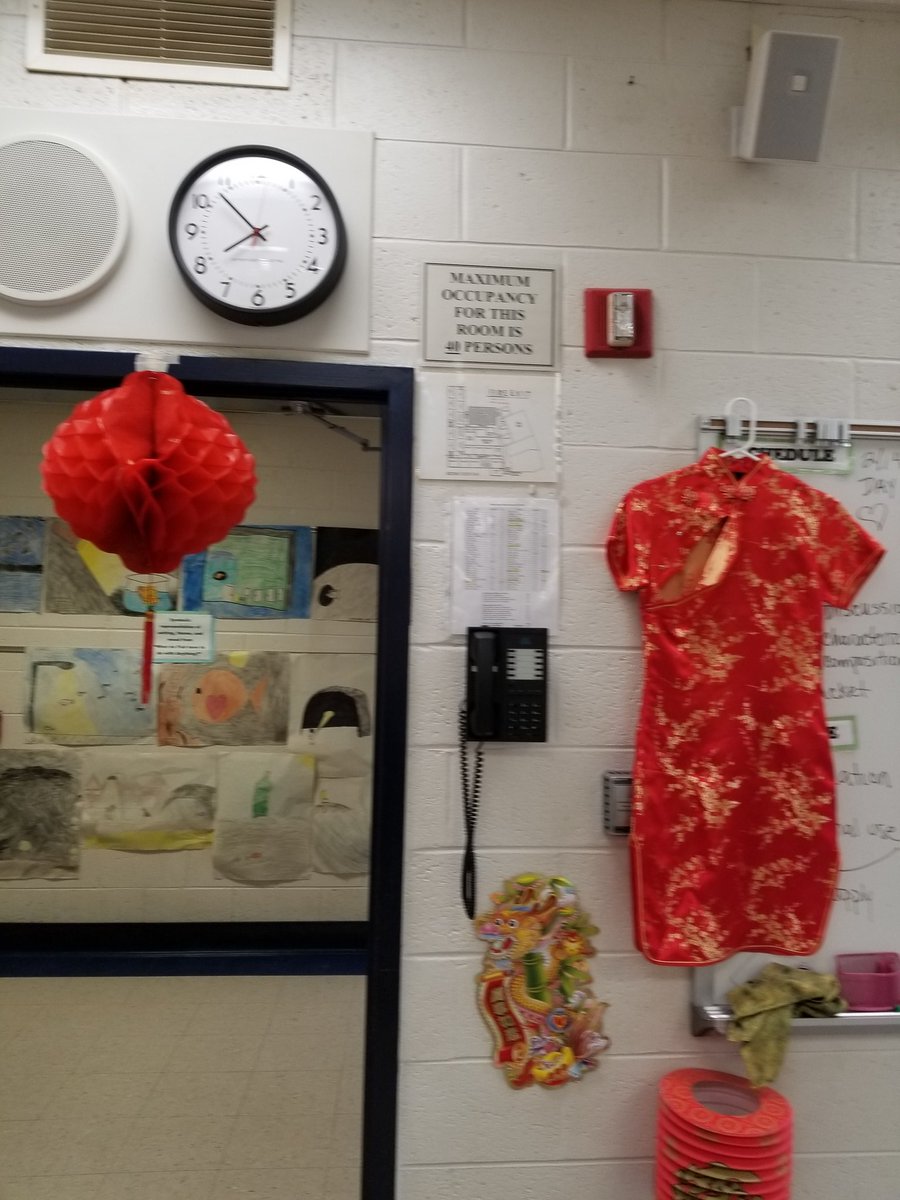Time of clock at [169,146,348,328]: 7:52
